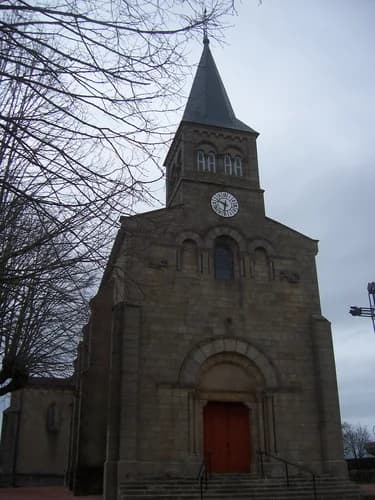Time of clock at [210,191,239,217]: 9:32
